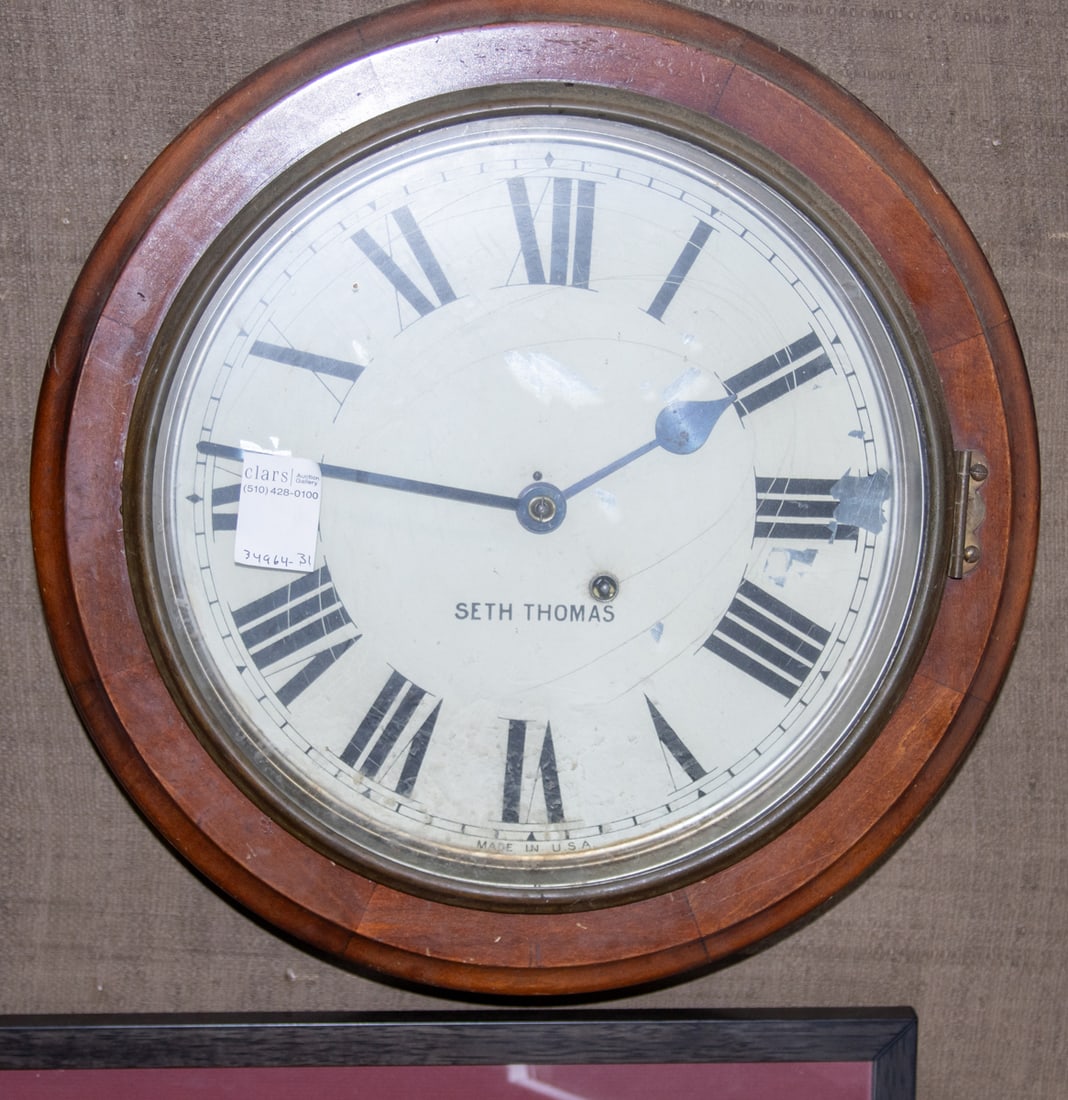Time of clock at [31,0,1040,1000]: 9:09
